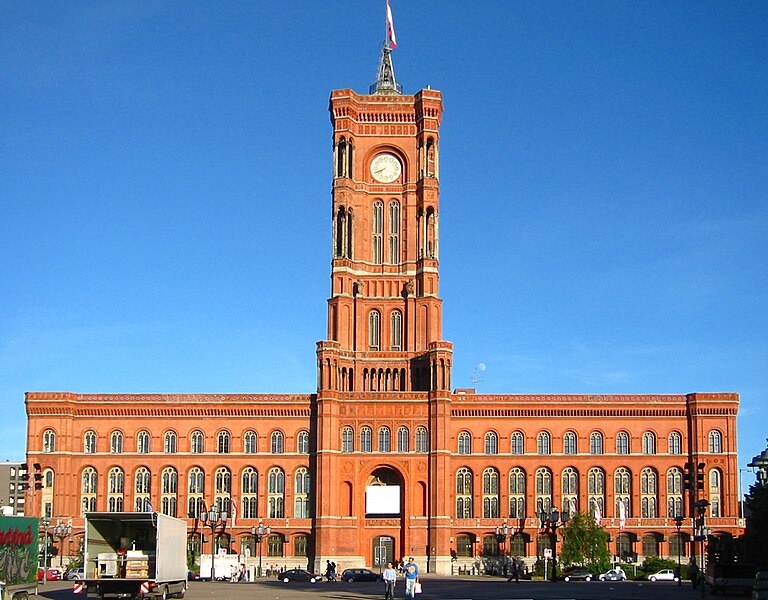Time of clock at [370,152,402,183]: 7:41
